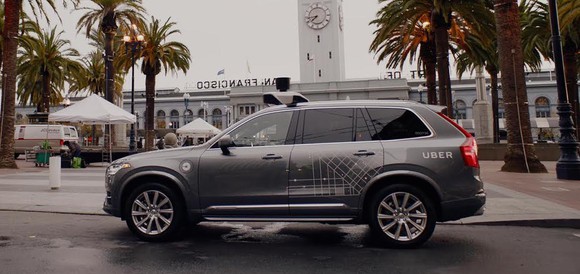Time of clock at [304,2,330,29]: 7:43
